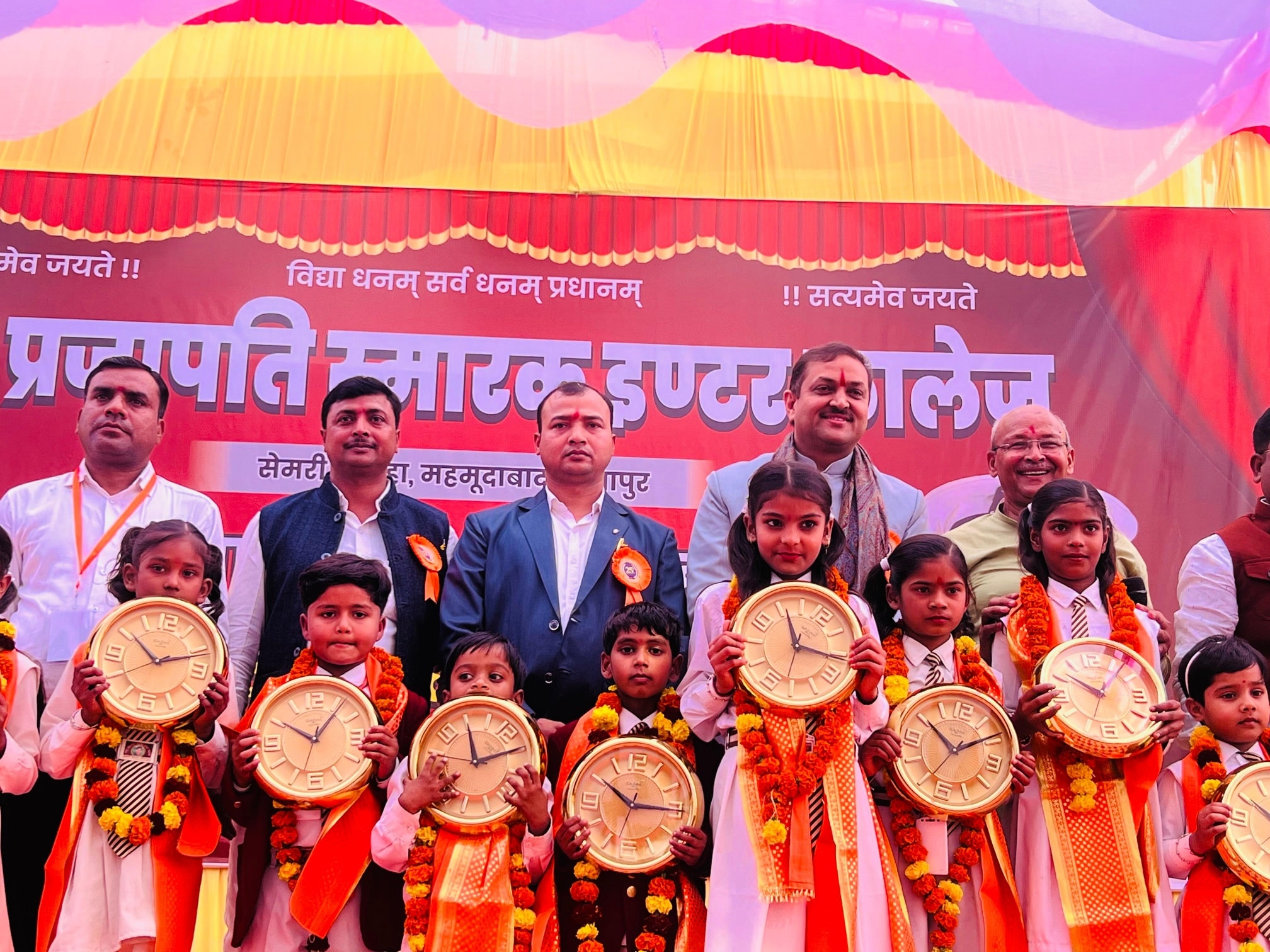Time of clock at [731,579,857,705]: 11:16
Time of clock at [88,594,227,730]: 10:11
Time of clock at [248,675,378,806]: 10:06
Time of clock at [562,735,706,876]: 10:14
